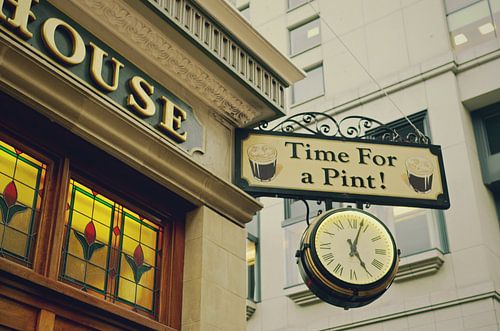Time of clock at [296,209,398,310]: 5:03
